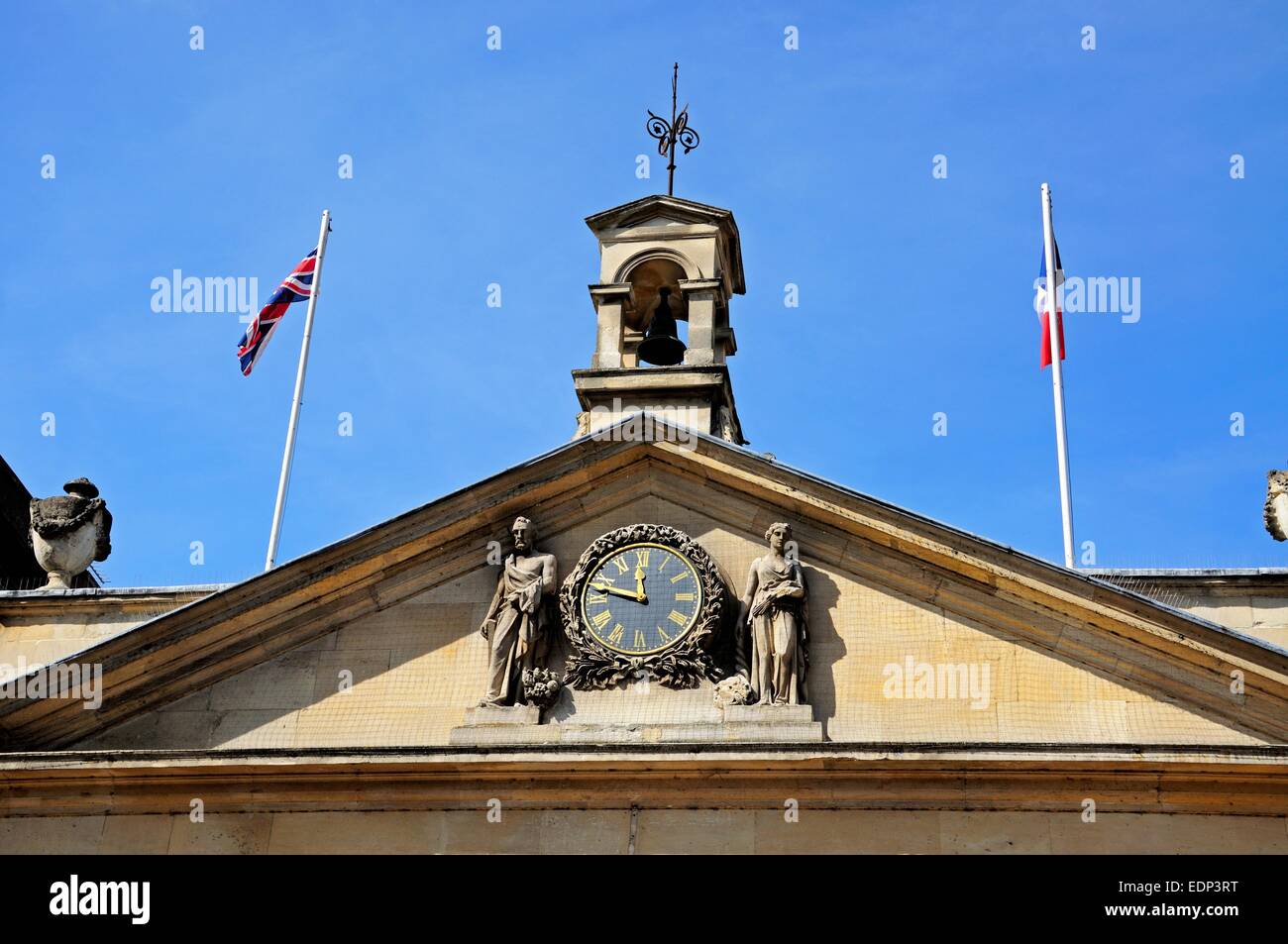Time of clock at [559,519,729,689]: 11:47
